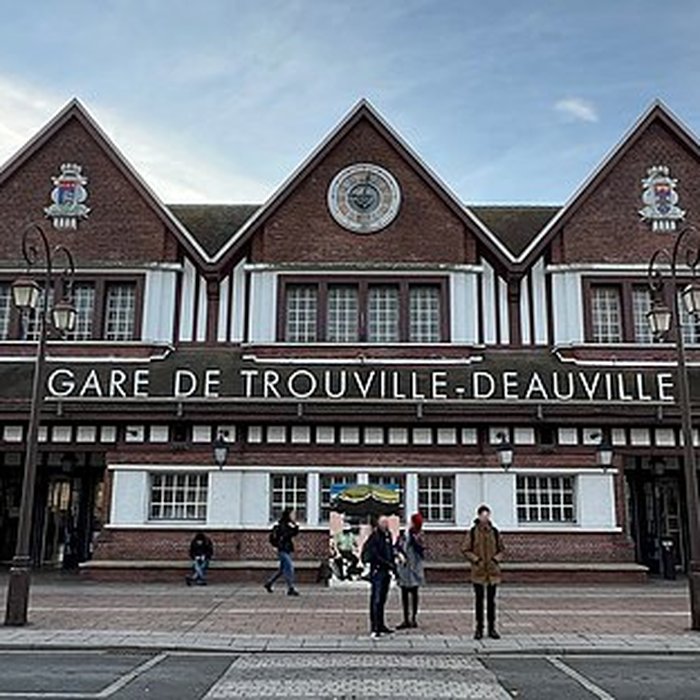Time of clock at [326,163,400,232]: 9:01
